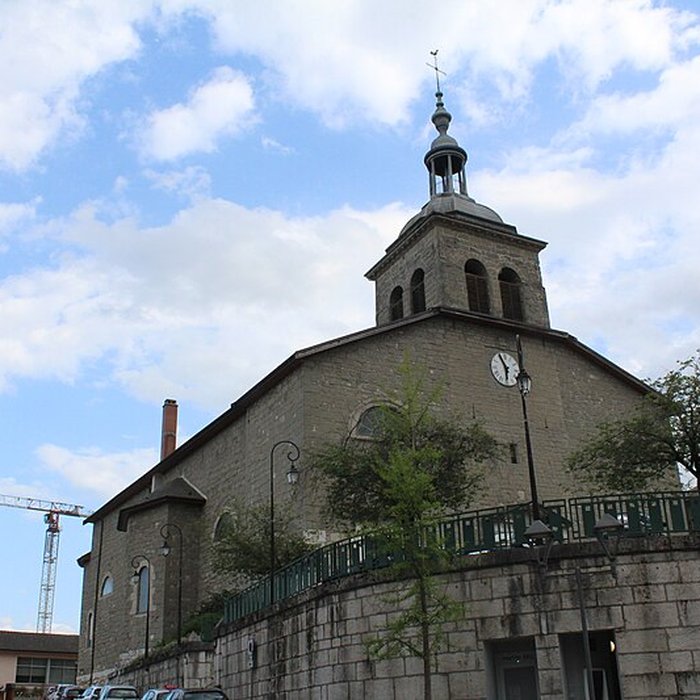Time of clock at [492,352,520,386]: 5:55
